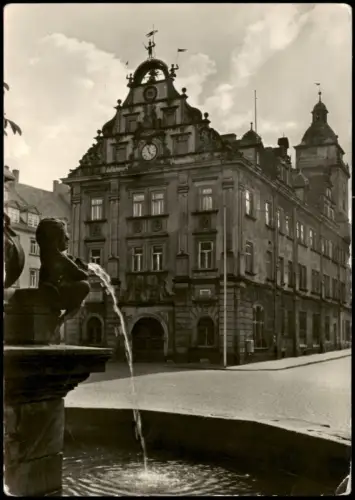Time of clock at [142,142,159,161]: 11:22
